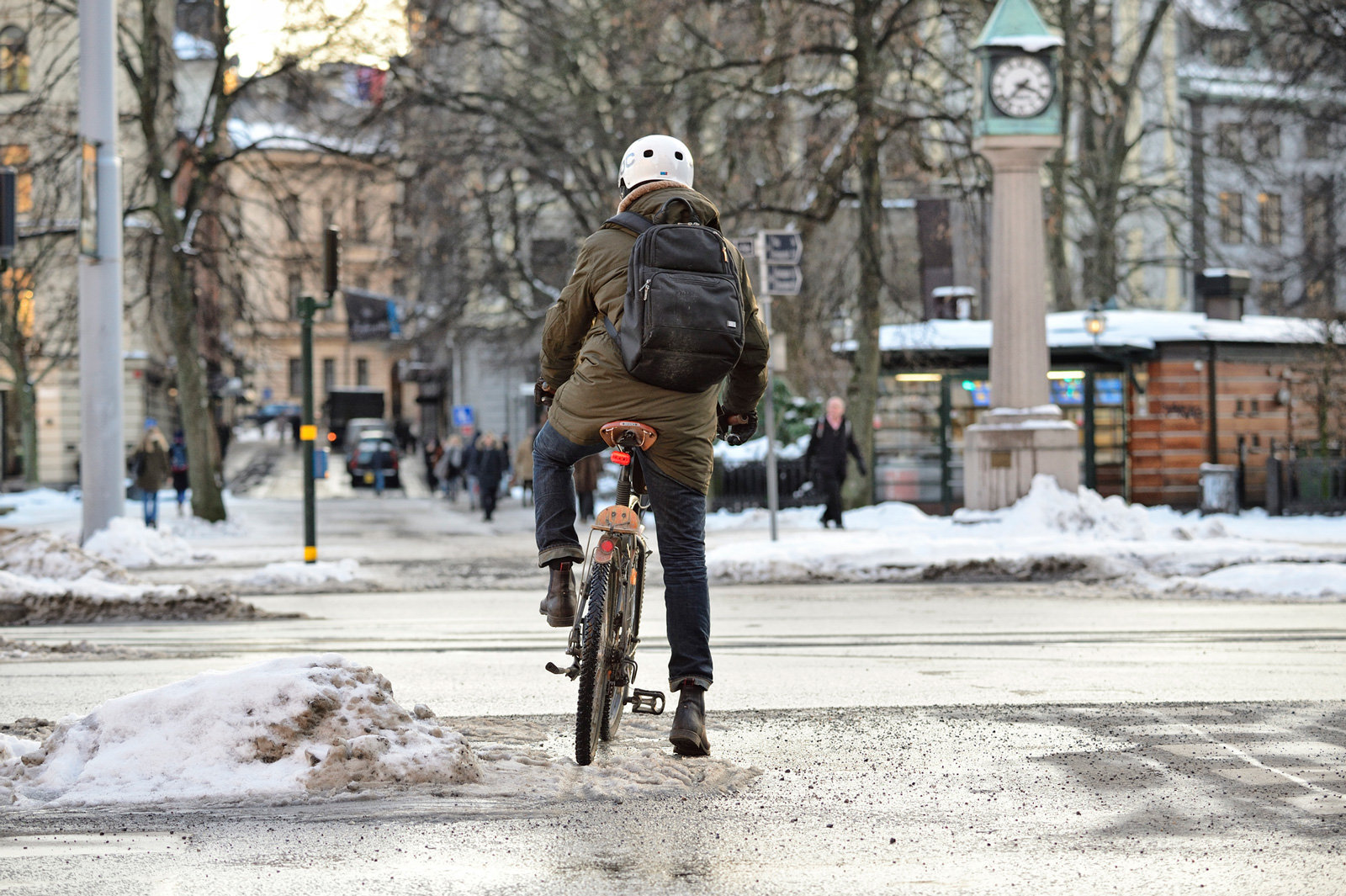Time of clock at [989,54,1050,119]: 7:18
